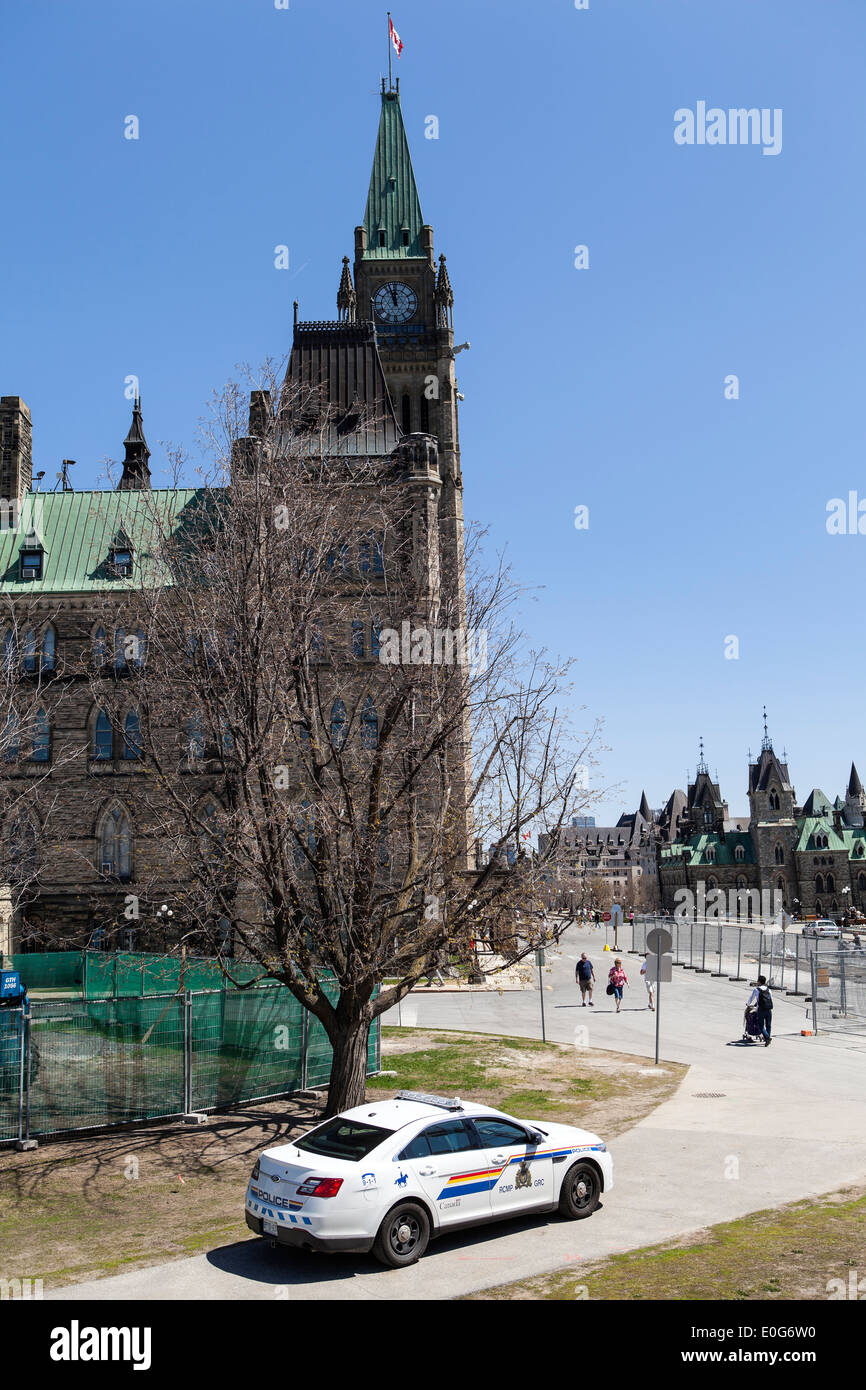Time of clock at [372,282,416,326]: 11:56
